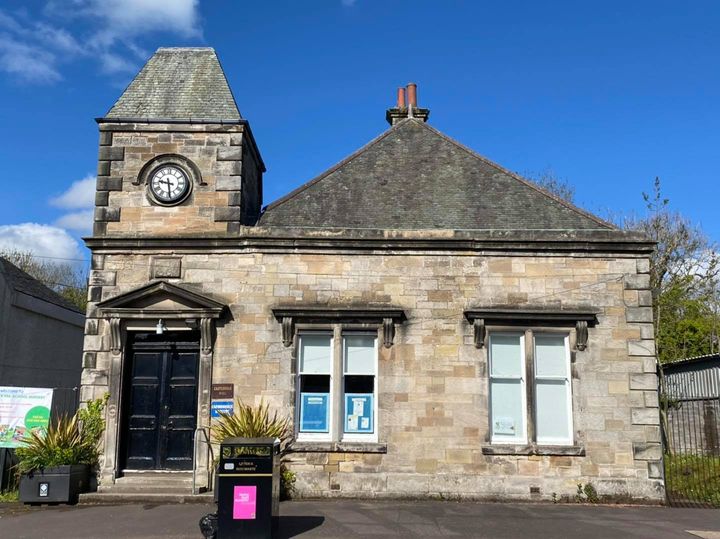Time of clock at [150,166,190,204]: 9:28
